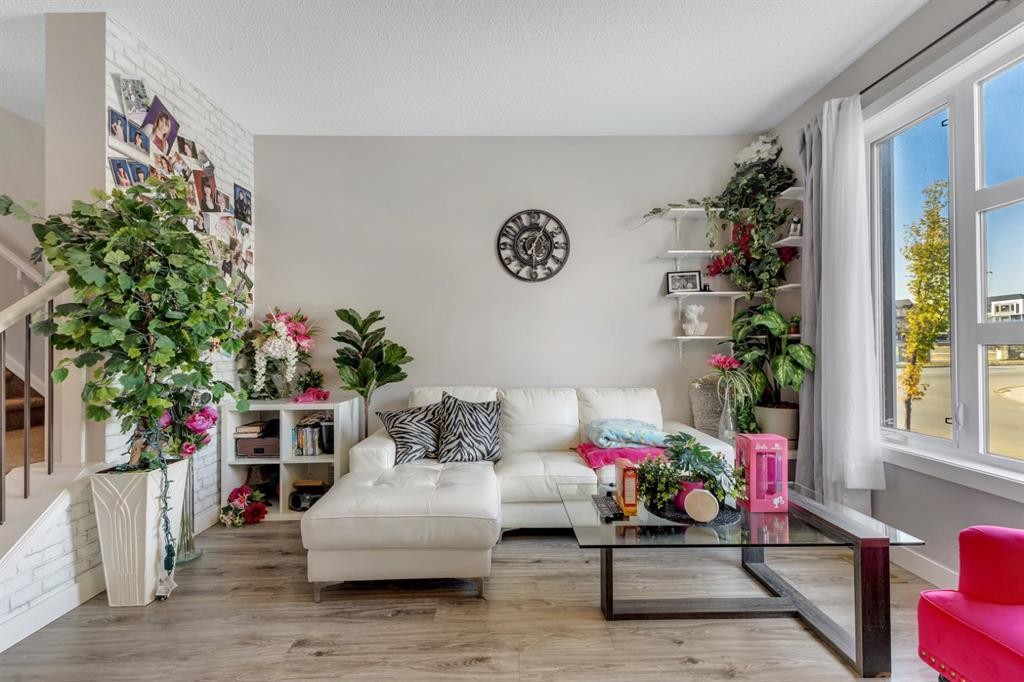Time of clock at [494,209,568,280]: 6:05
